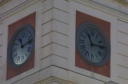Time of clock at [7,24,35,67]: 11:12
